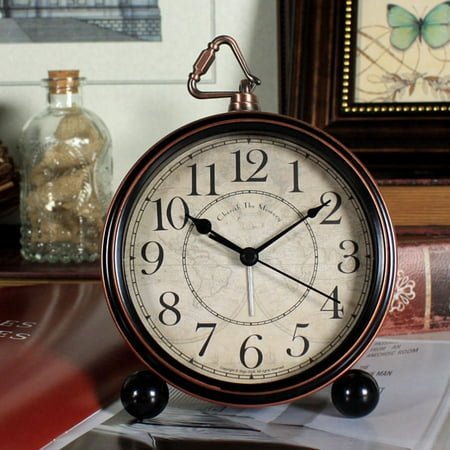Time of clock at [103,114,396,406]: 10:09
